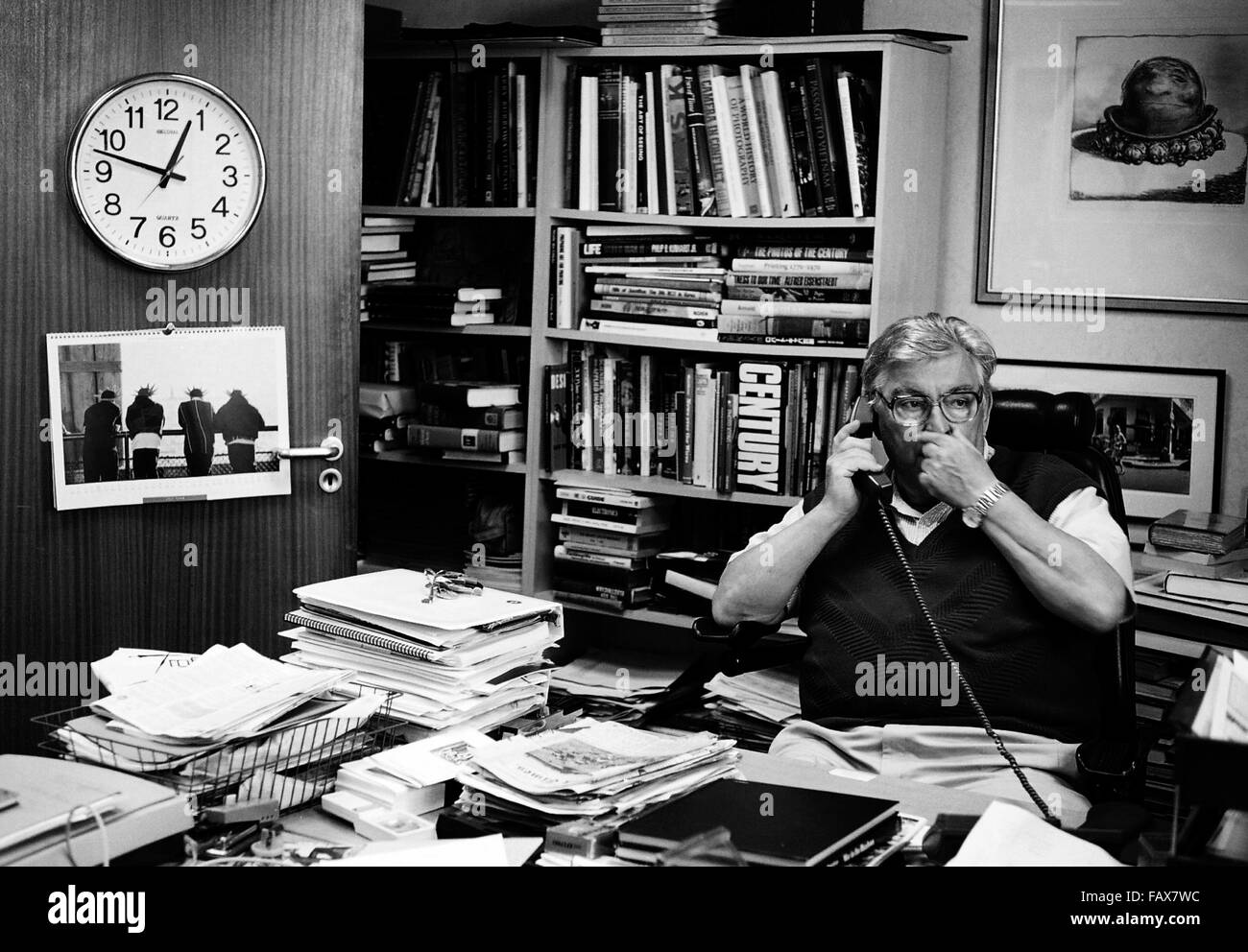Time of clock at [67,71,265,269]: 12:47
